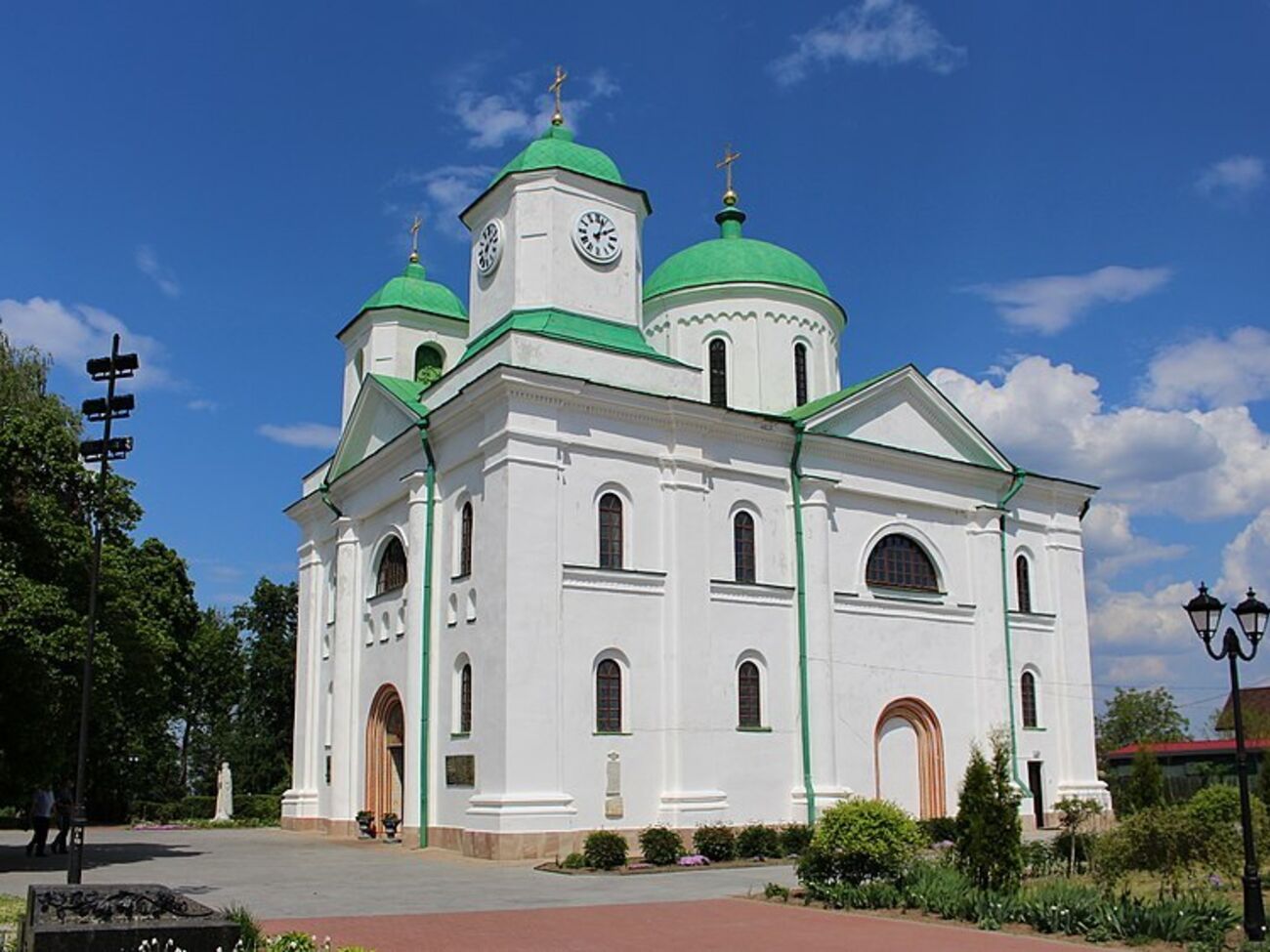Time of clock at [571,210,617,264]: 2:03
